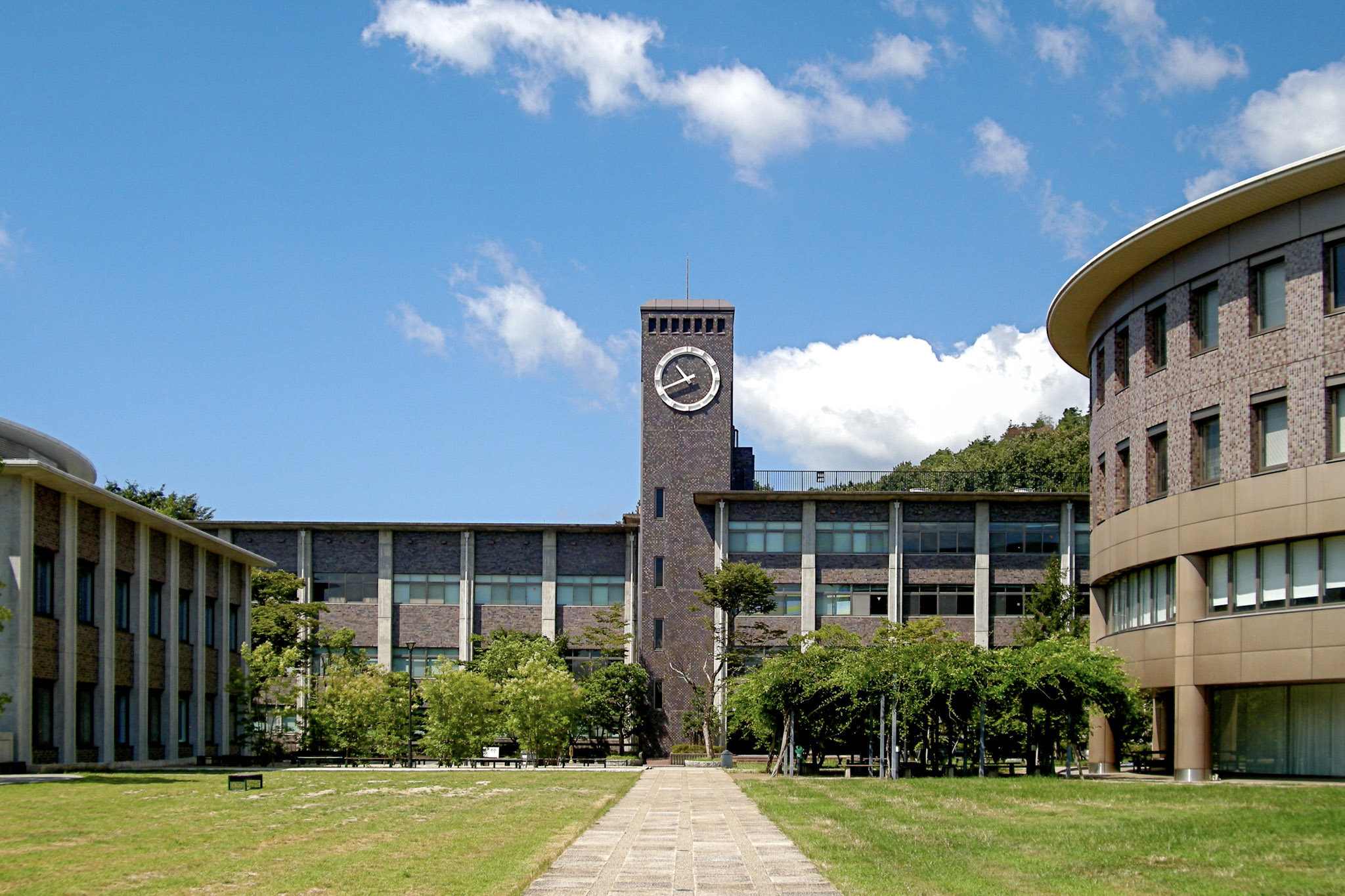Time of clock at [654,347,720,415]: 10:41
